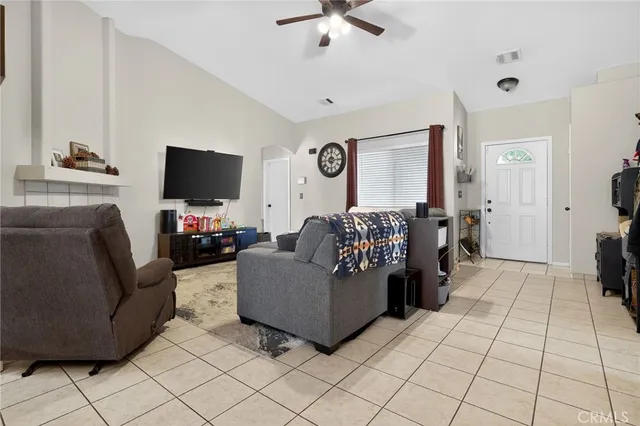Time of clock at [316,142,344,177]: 12:14
